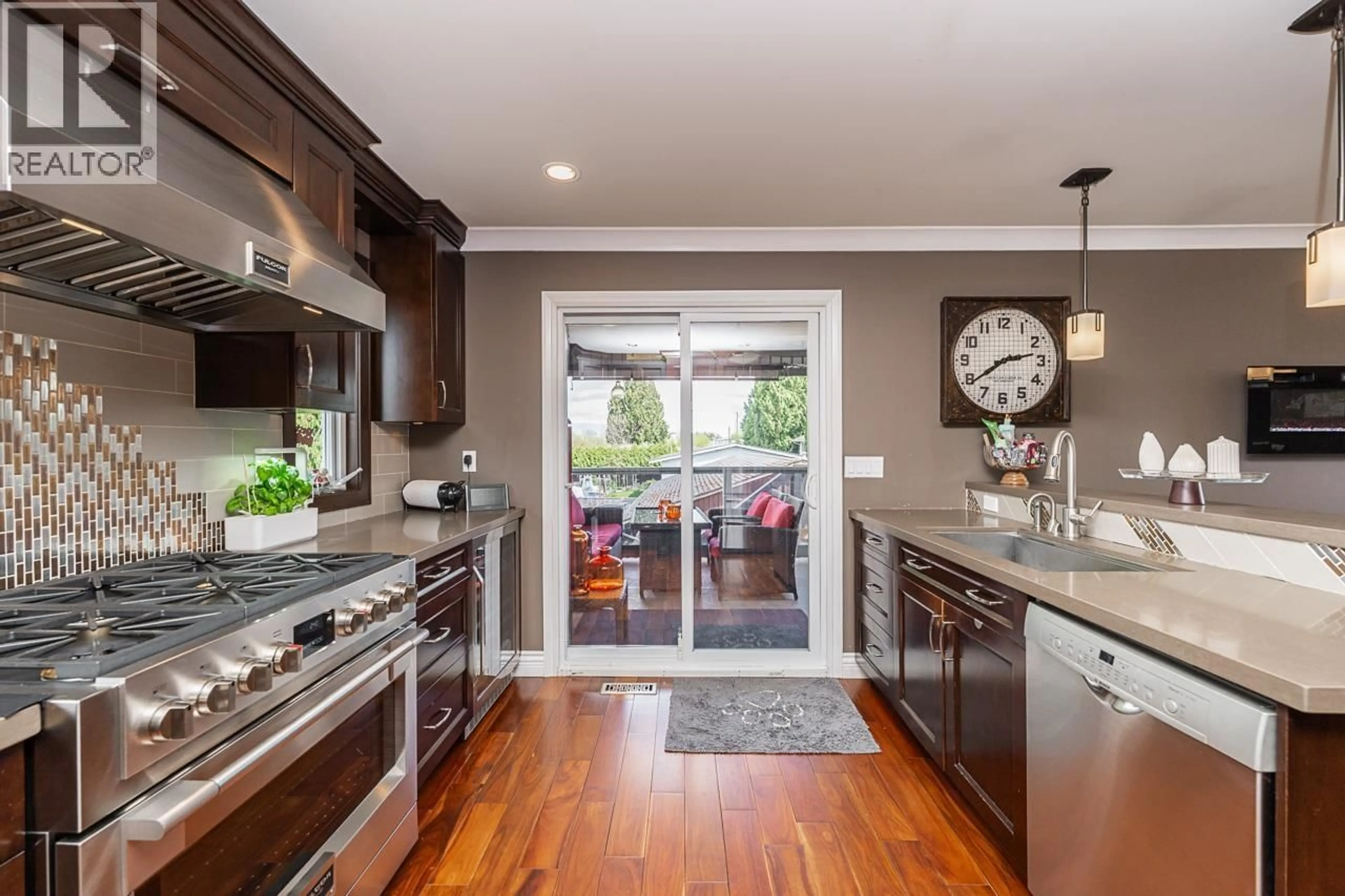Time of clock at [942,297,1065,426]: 2:39
